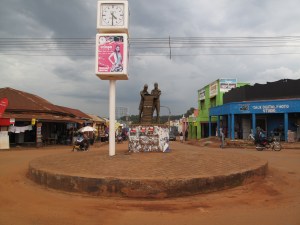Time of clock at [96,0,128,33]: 4:30
